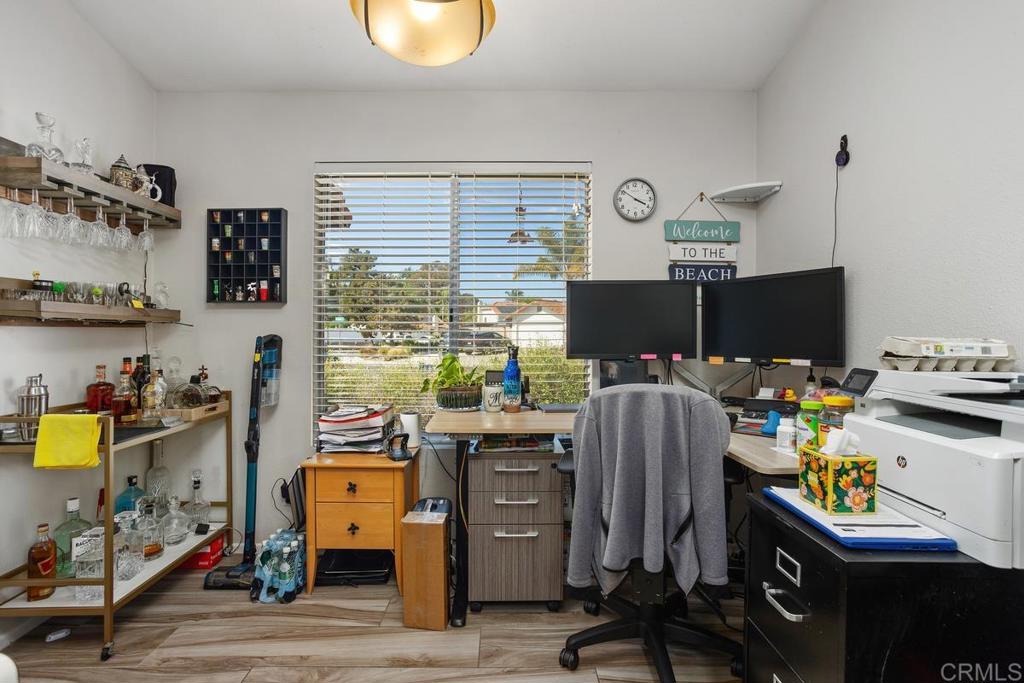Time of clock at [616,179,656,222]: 3:51
